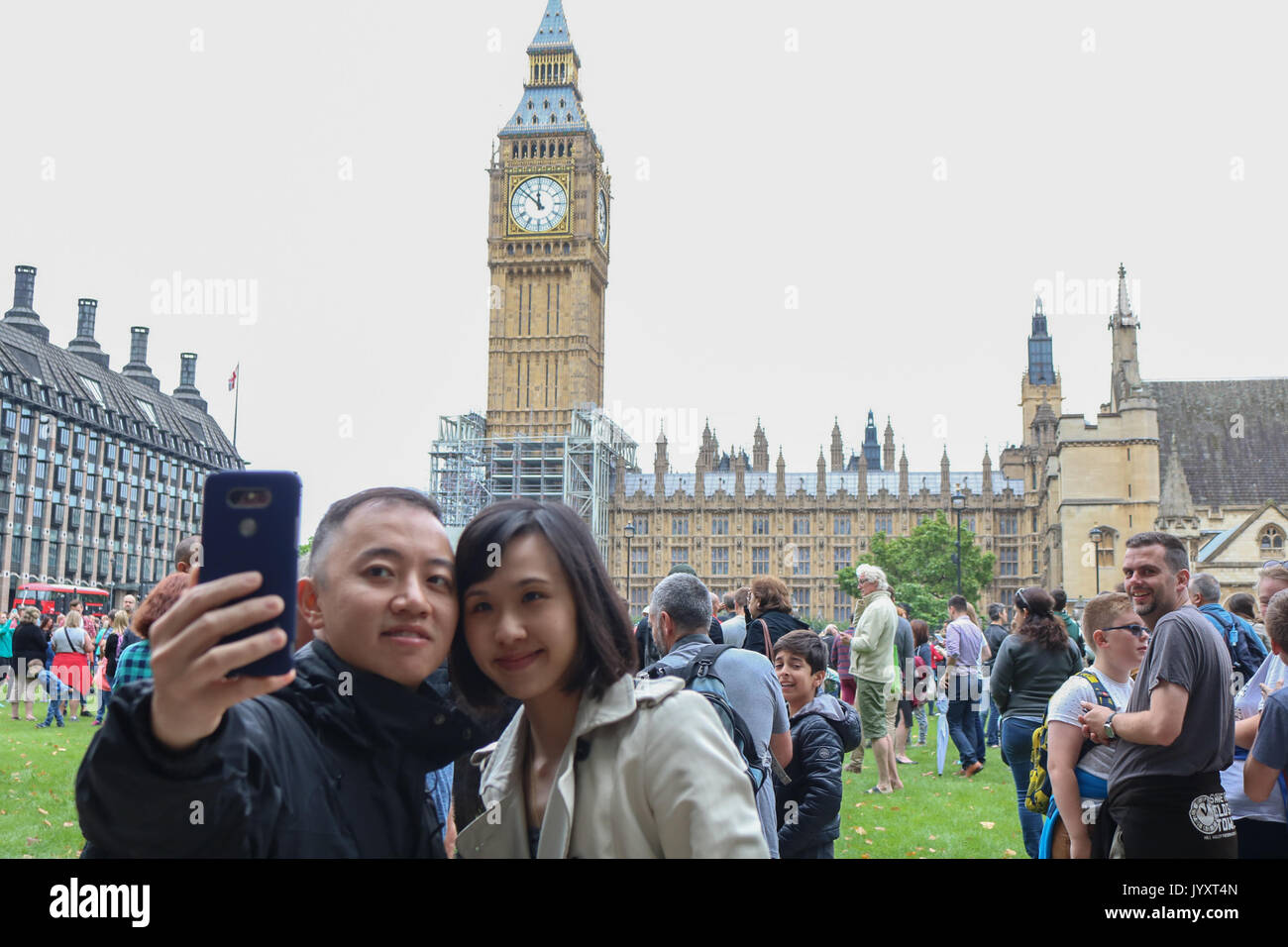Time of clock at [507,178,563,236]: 11:51
